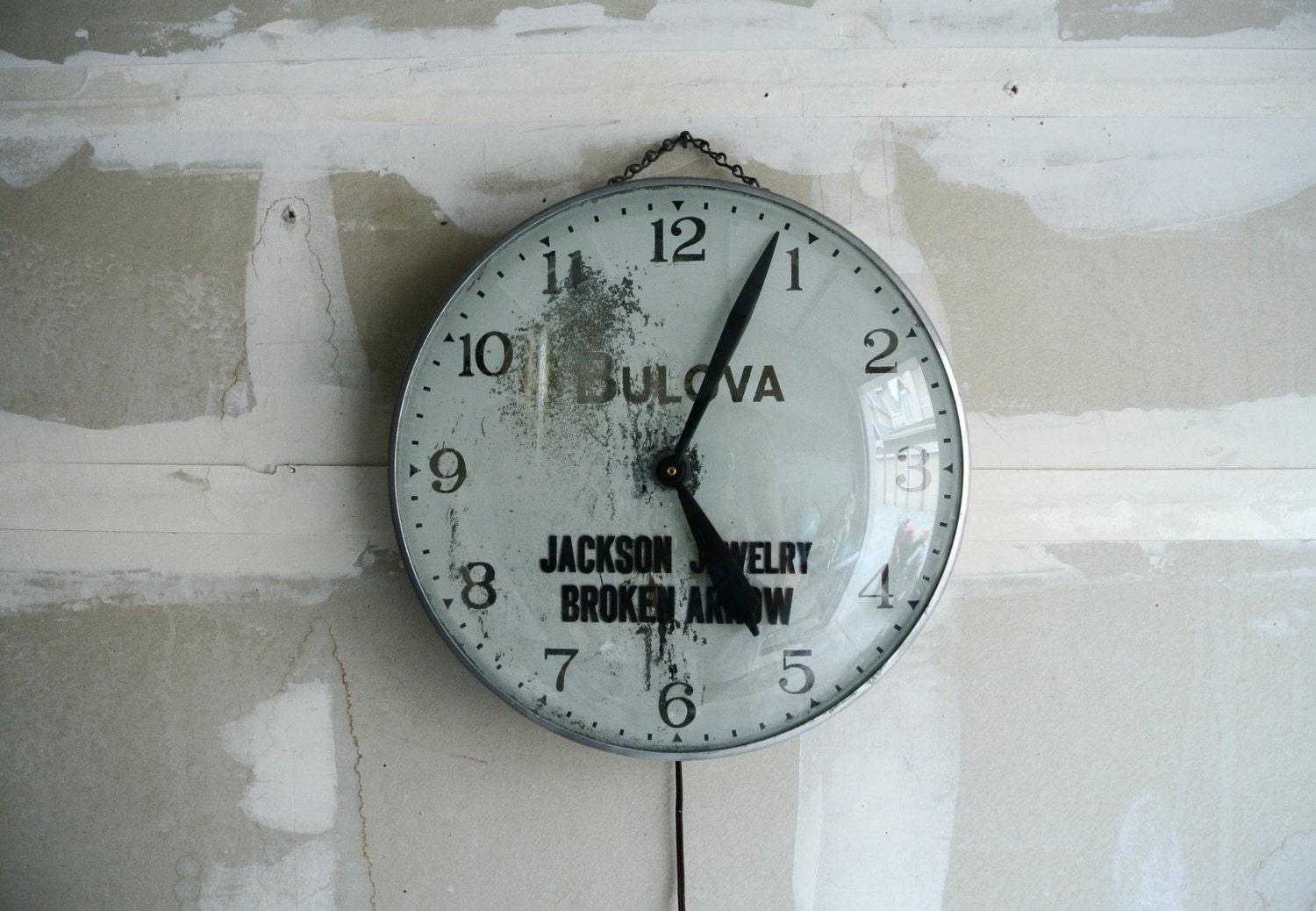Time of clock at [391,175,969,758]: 5:04
